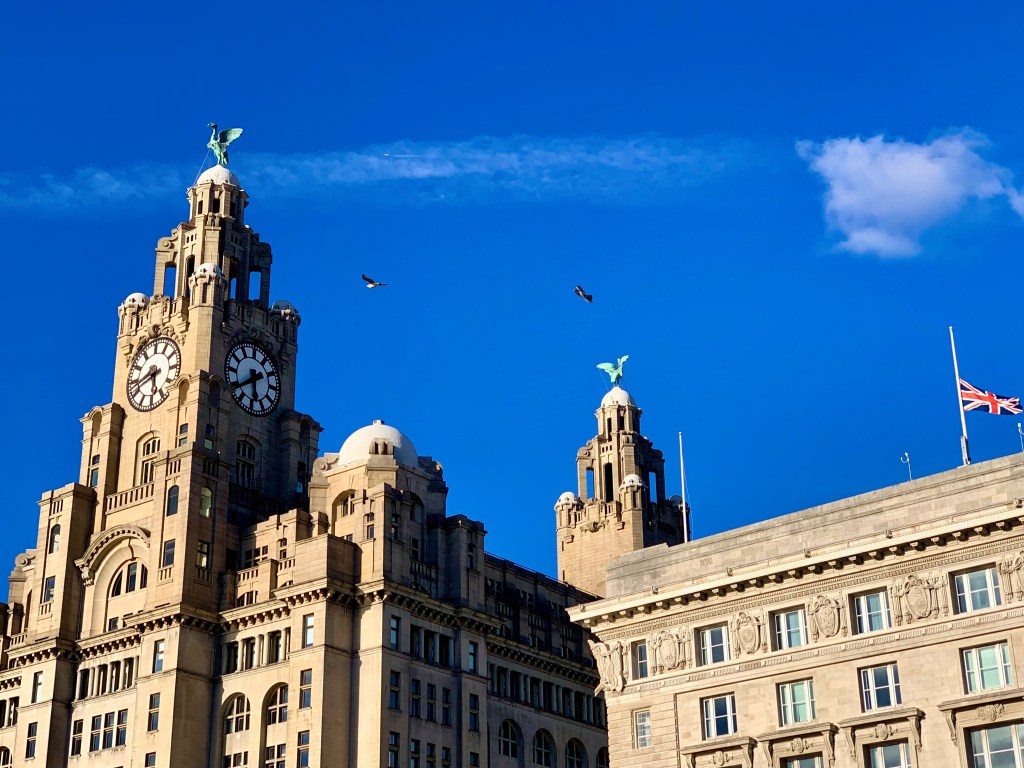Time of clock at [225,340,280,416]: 5:38
